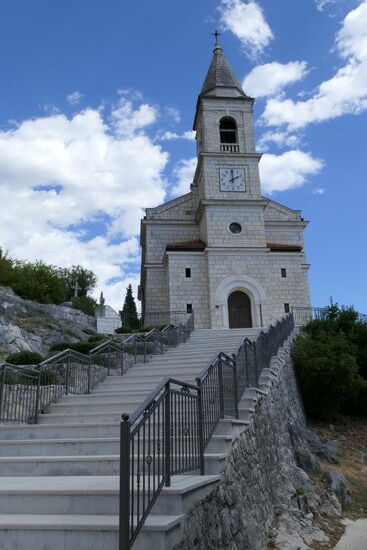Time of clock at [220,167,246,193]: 1:59
